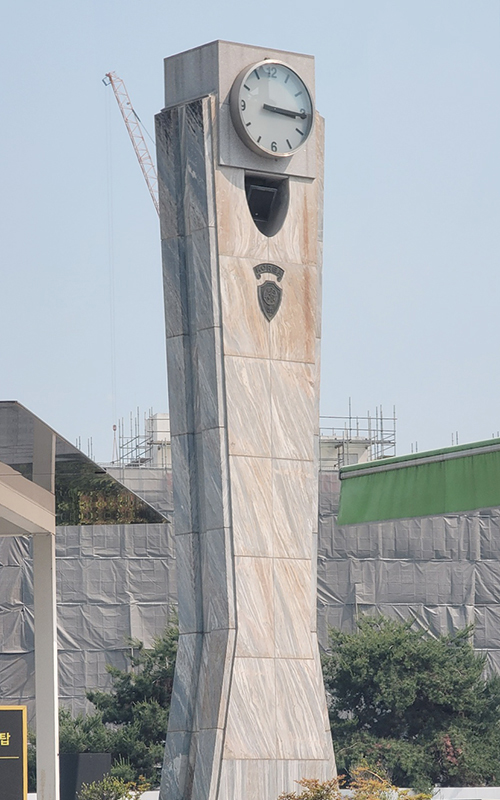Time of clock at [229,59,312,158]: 3:15
